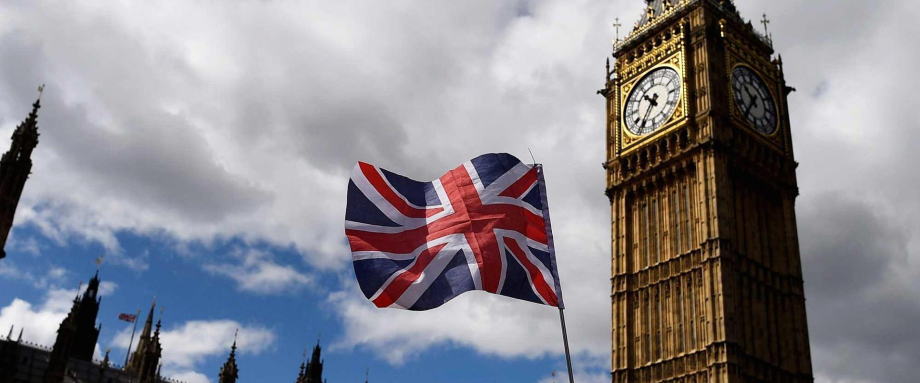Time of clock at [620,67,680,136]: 10:36
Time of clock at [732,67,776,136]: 10:36
